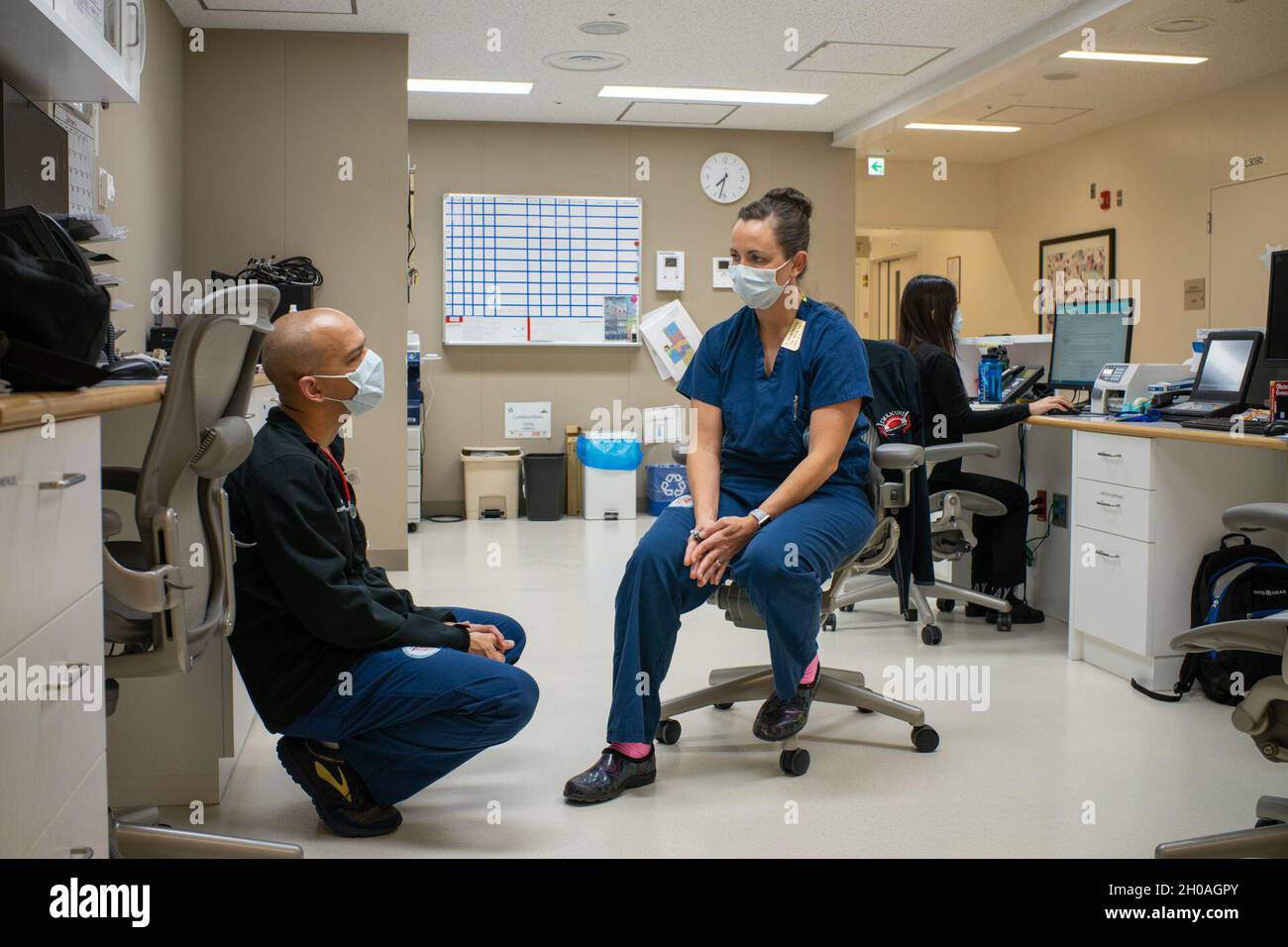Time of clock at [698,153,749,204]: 7:32
